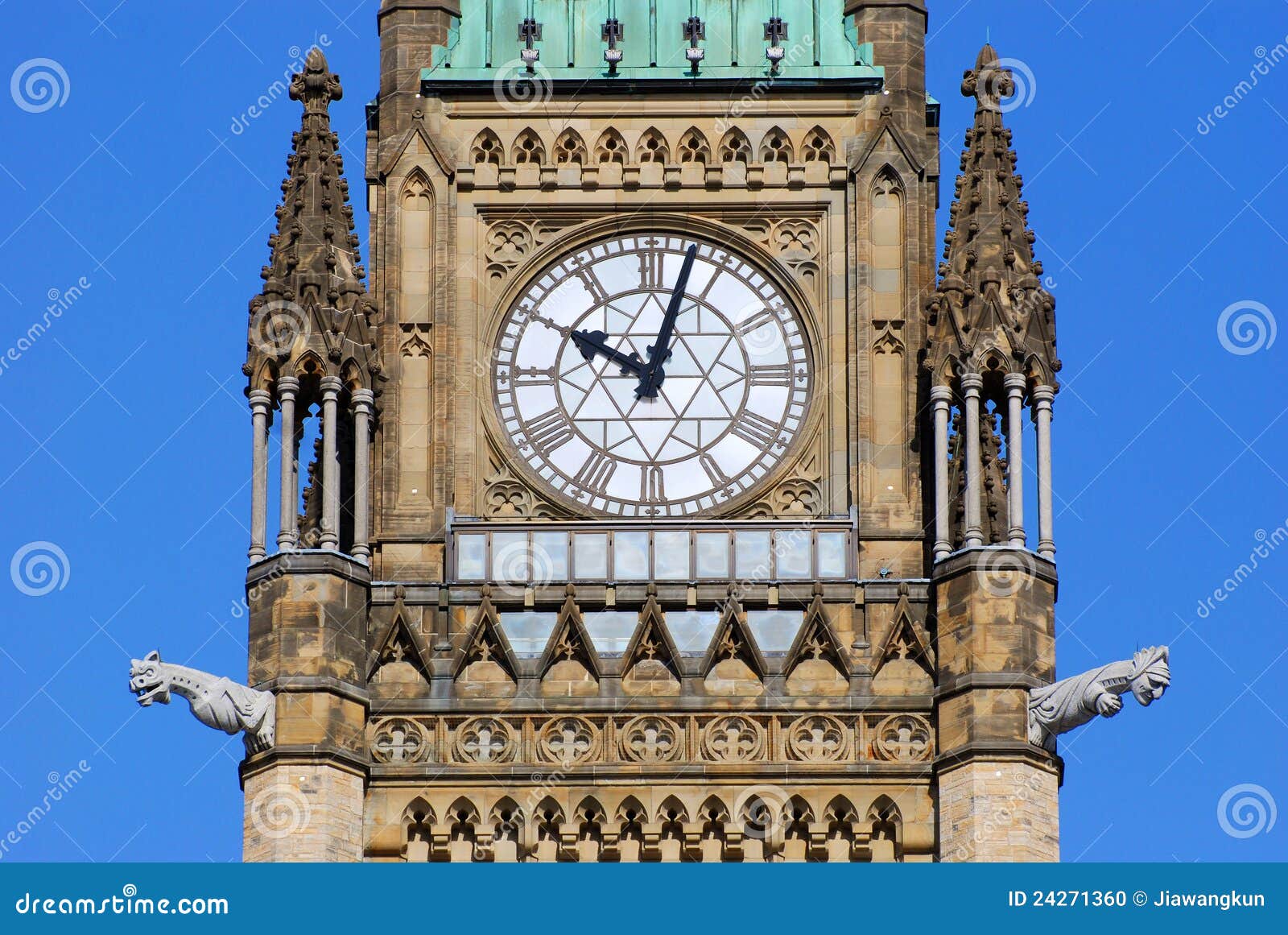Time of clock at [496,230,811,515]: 10:02
